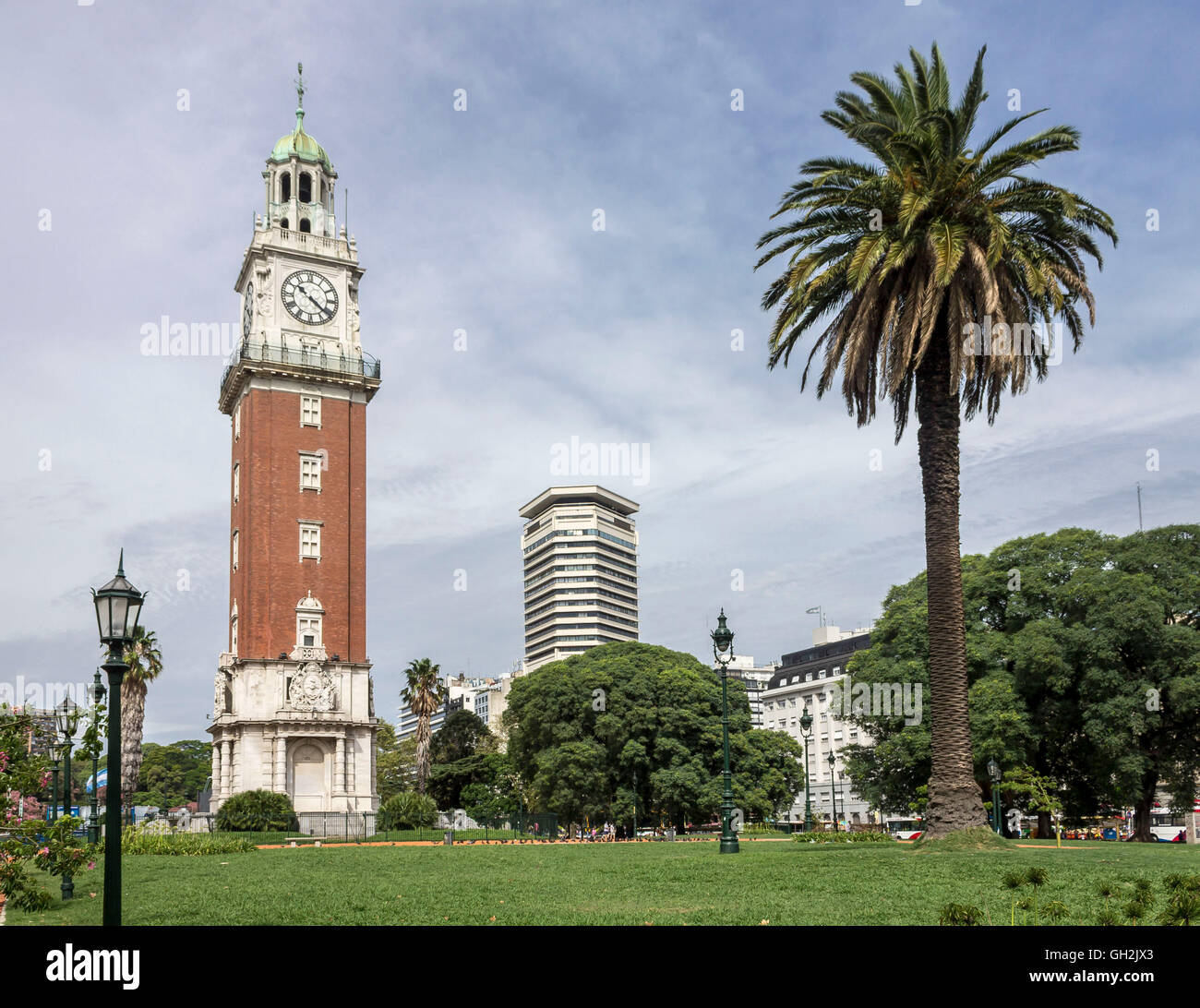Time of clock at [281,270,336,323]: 10:21
